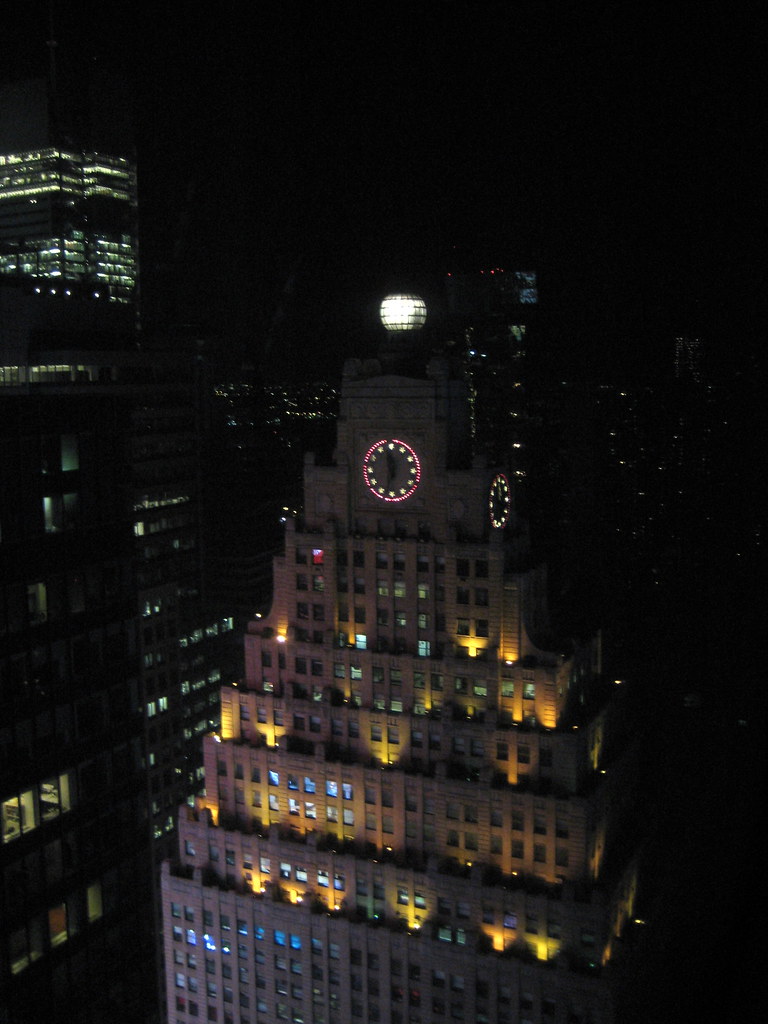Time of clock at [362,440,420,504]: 11:32
